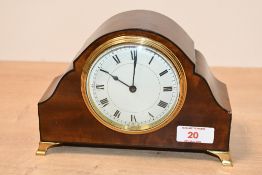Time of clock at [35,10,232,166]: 10:00
